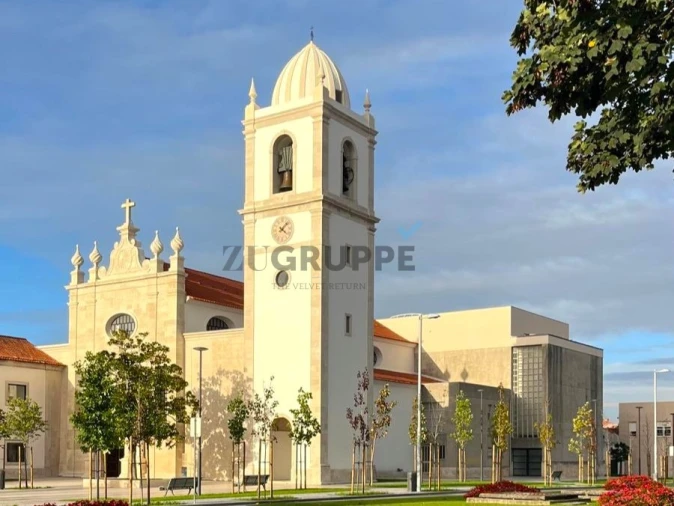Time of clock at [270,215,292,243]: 4:07
